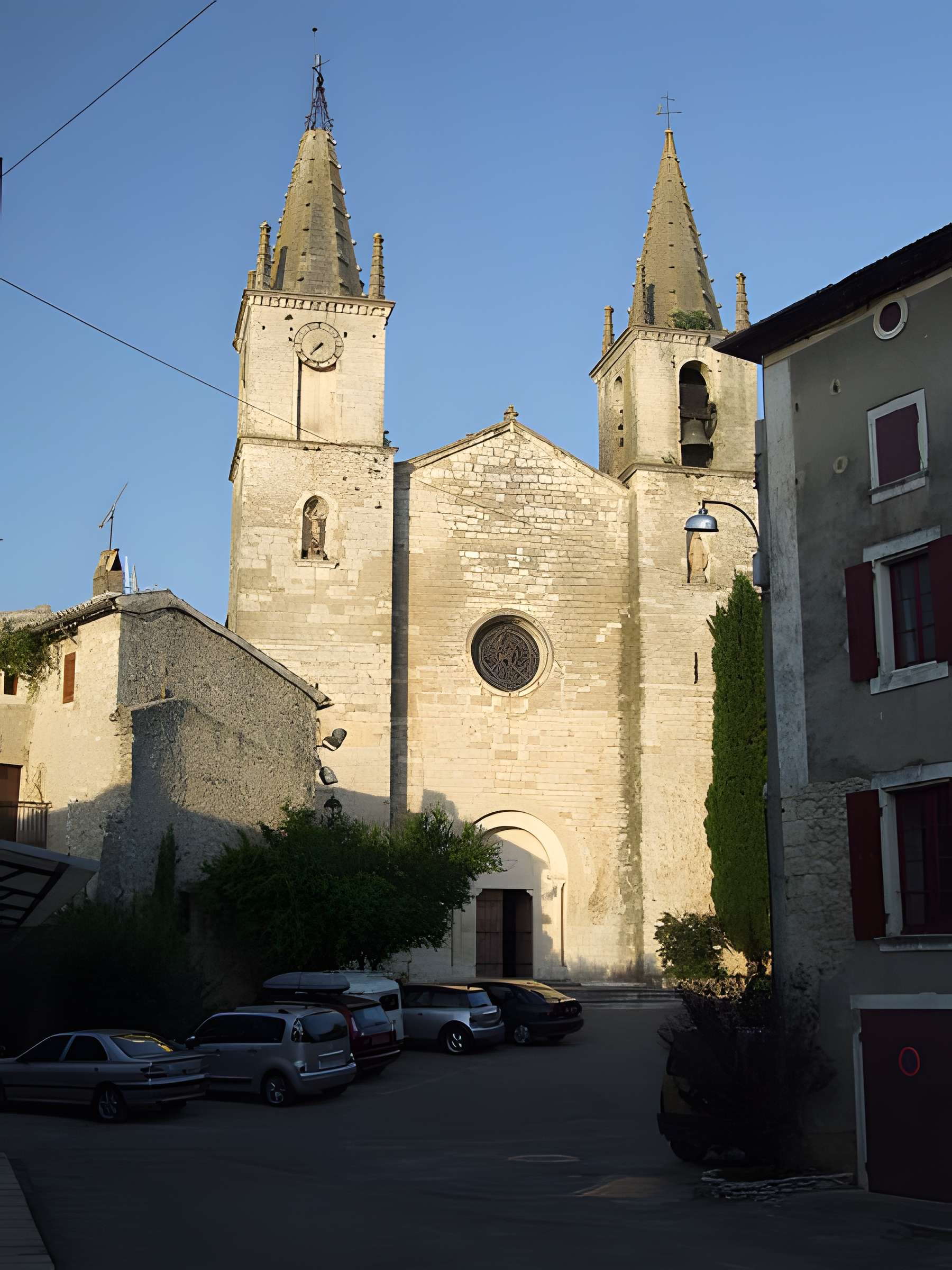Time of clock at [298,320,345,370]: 7:37
